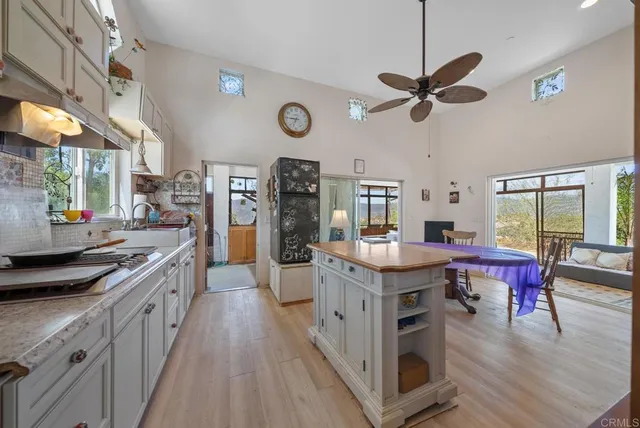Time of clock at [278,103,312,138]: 6:45
